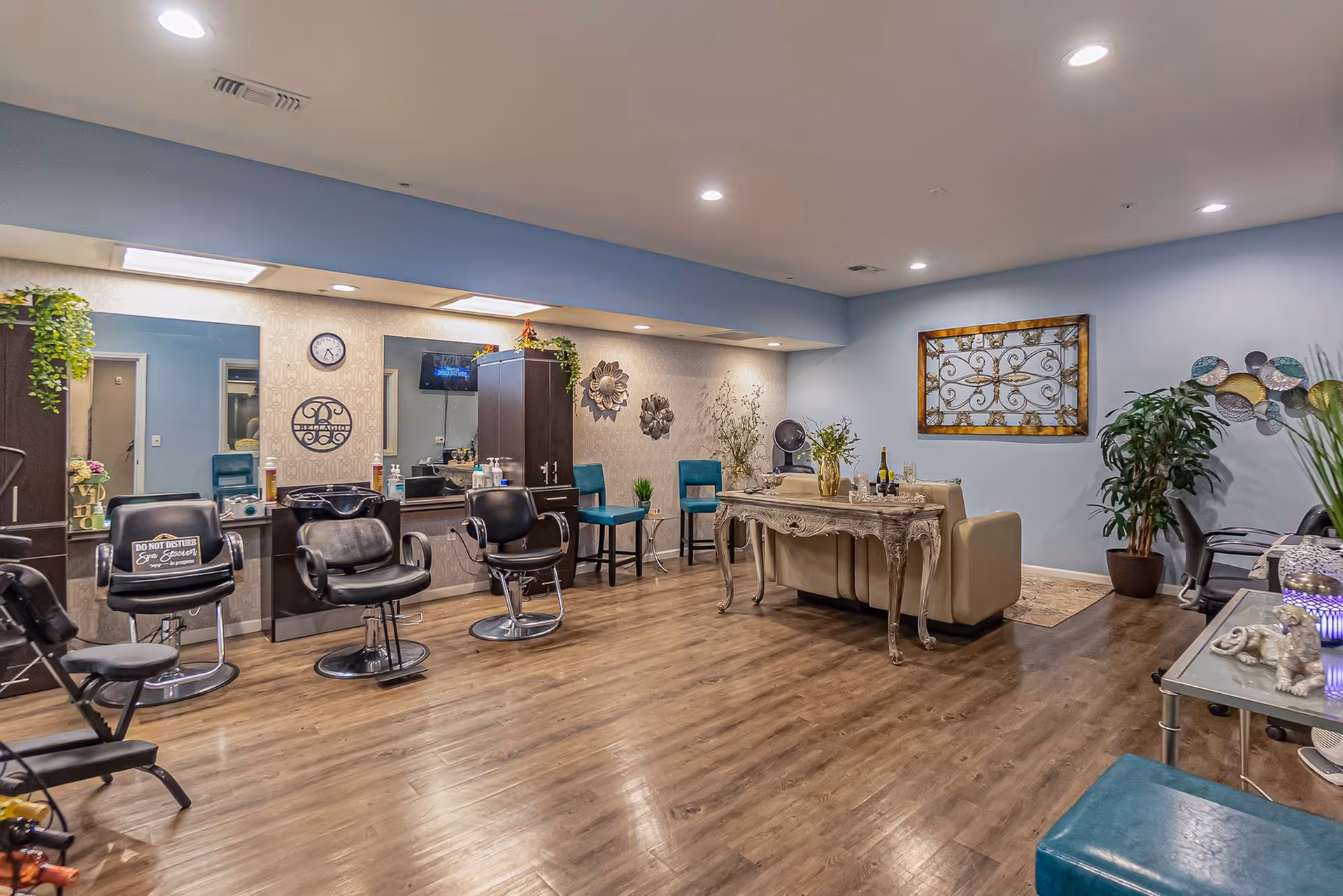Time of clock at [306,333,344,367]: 4:32
